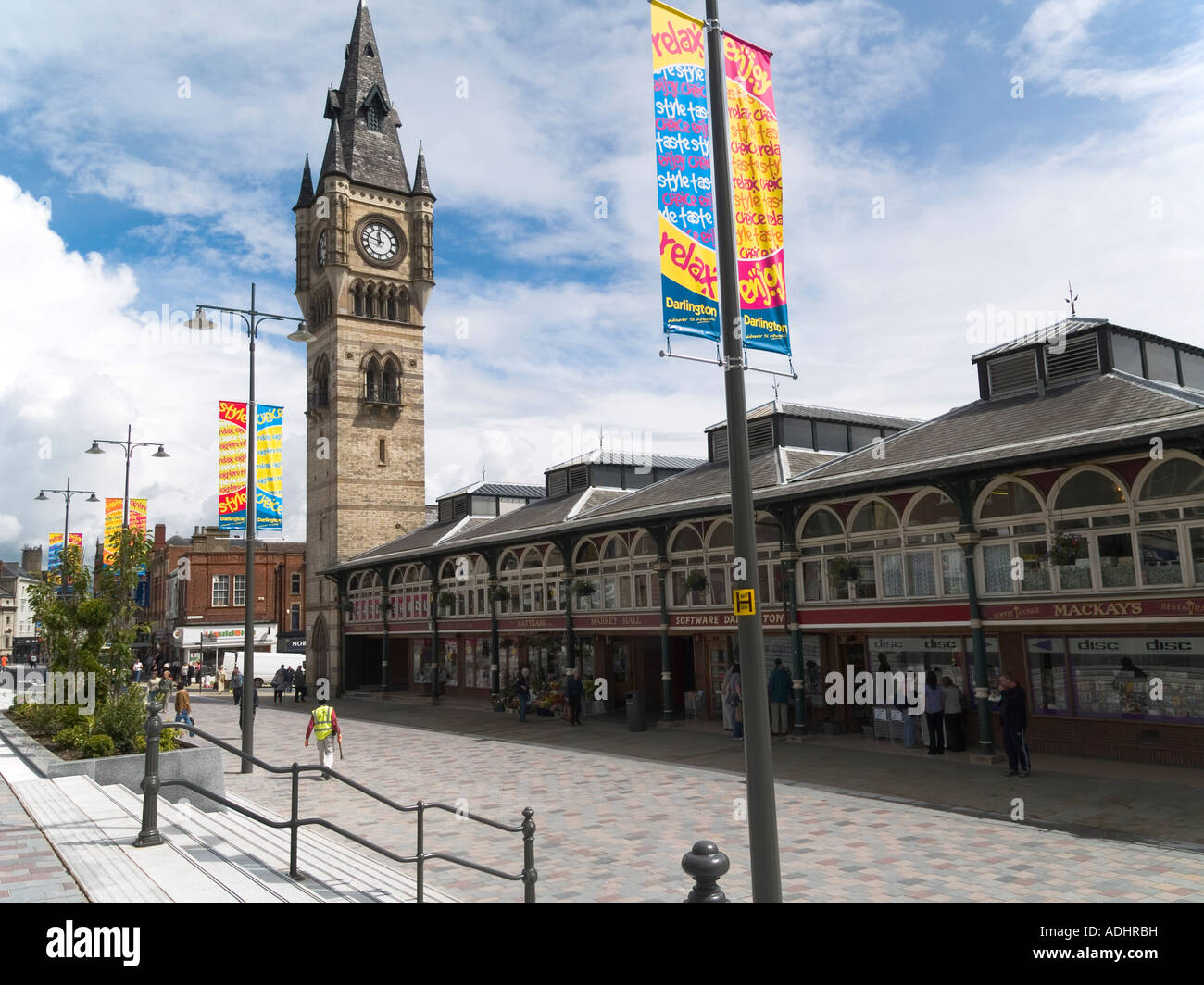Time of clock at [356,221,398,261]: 11:47
